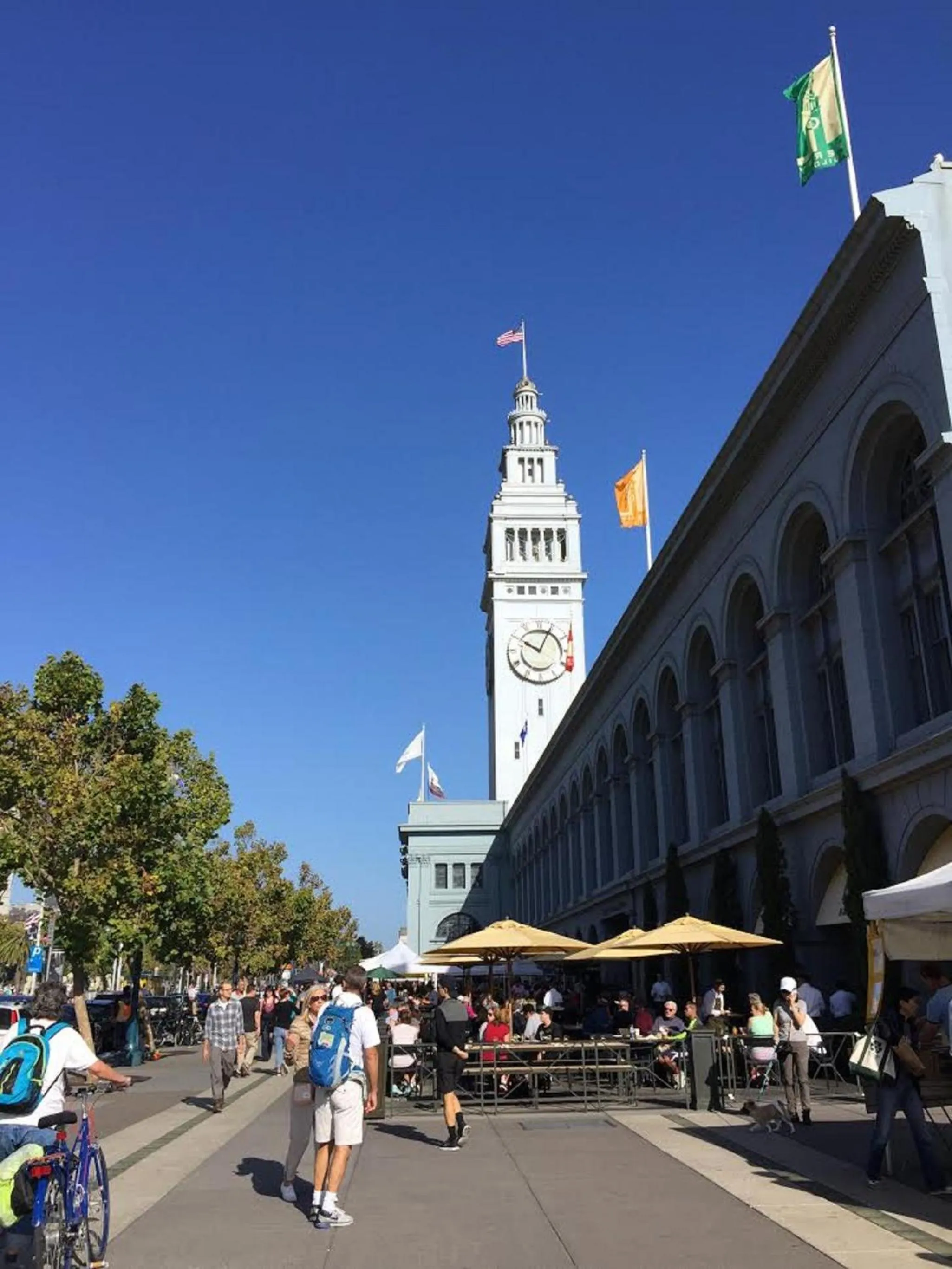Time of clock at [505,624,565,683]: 10:04
